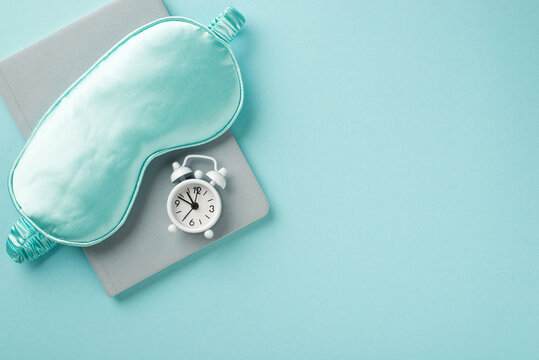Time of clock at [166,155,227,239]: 10:48
